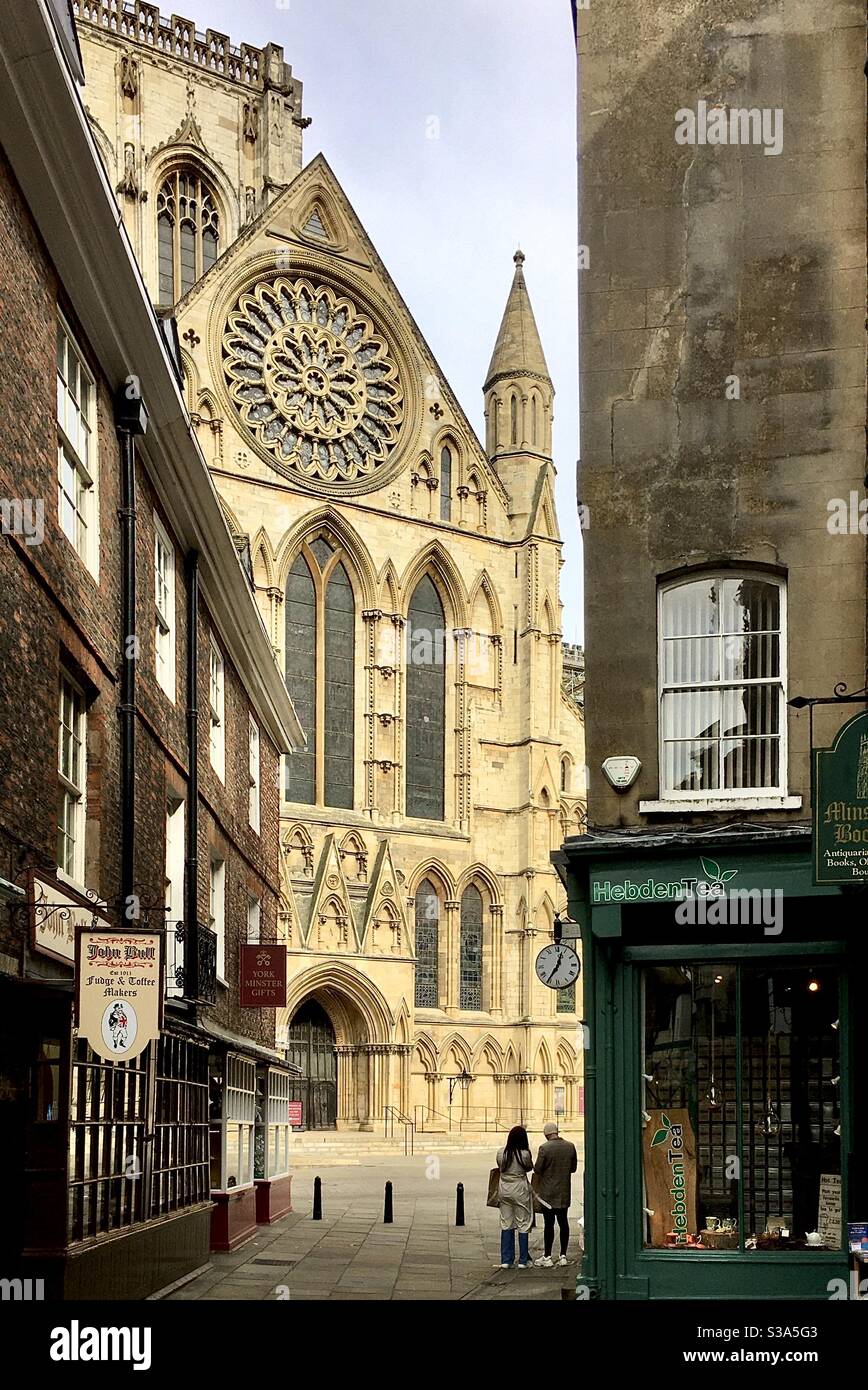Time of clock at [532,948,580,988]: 12:35
